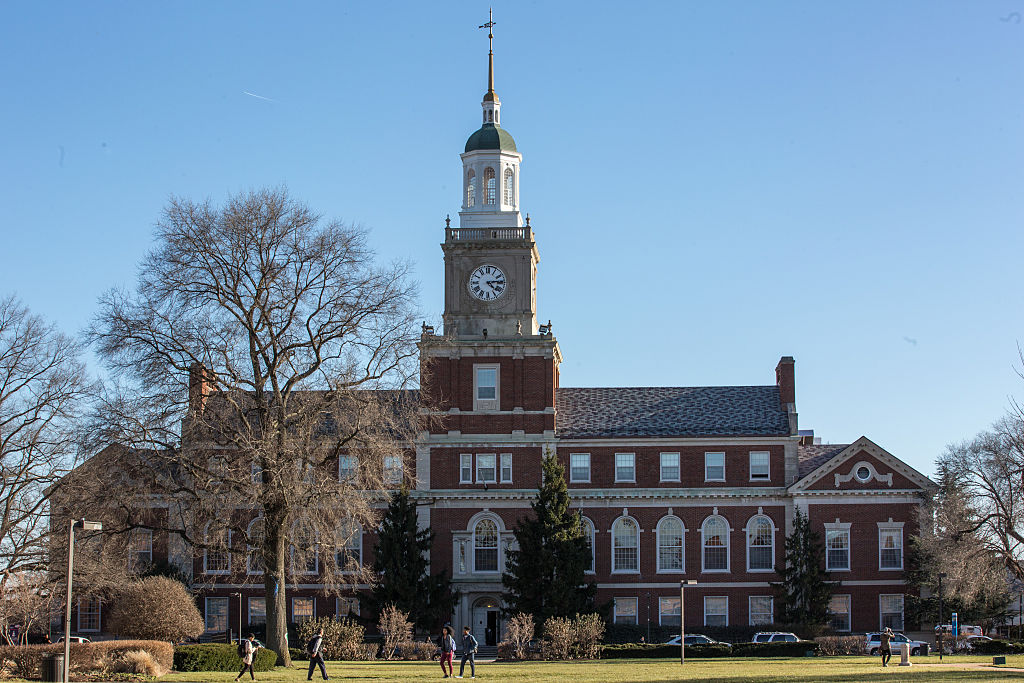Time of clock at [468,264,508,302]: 4:13
